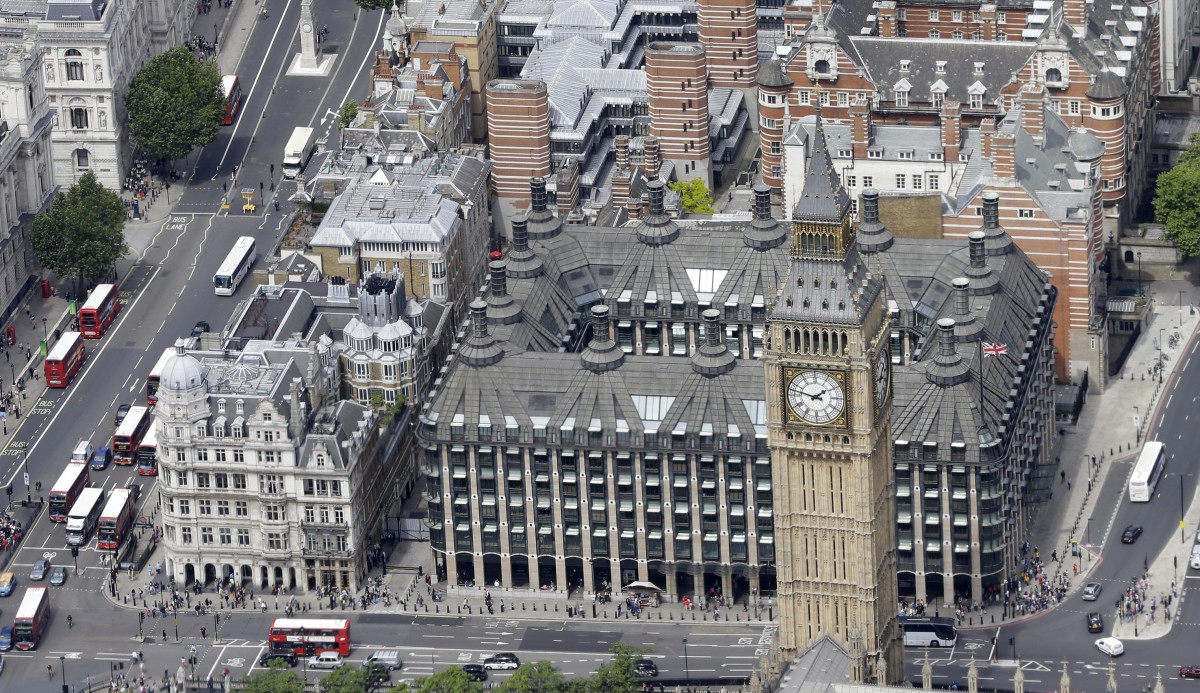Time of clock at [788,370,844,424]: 1:47
